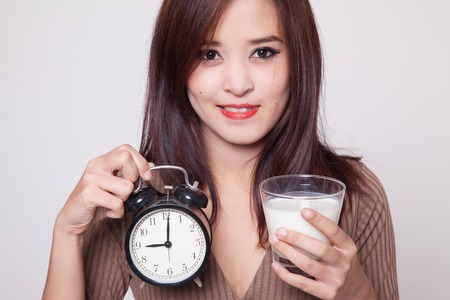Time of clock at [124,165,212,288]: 9:01
